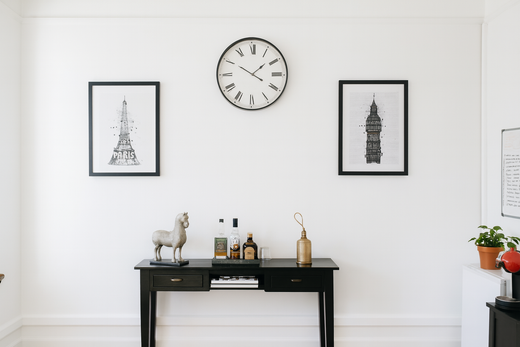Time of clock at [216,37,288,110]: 1:50
